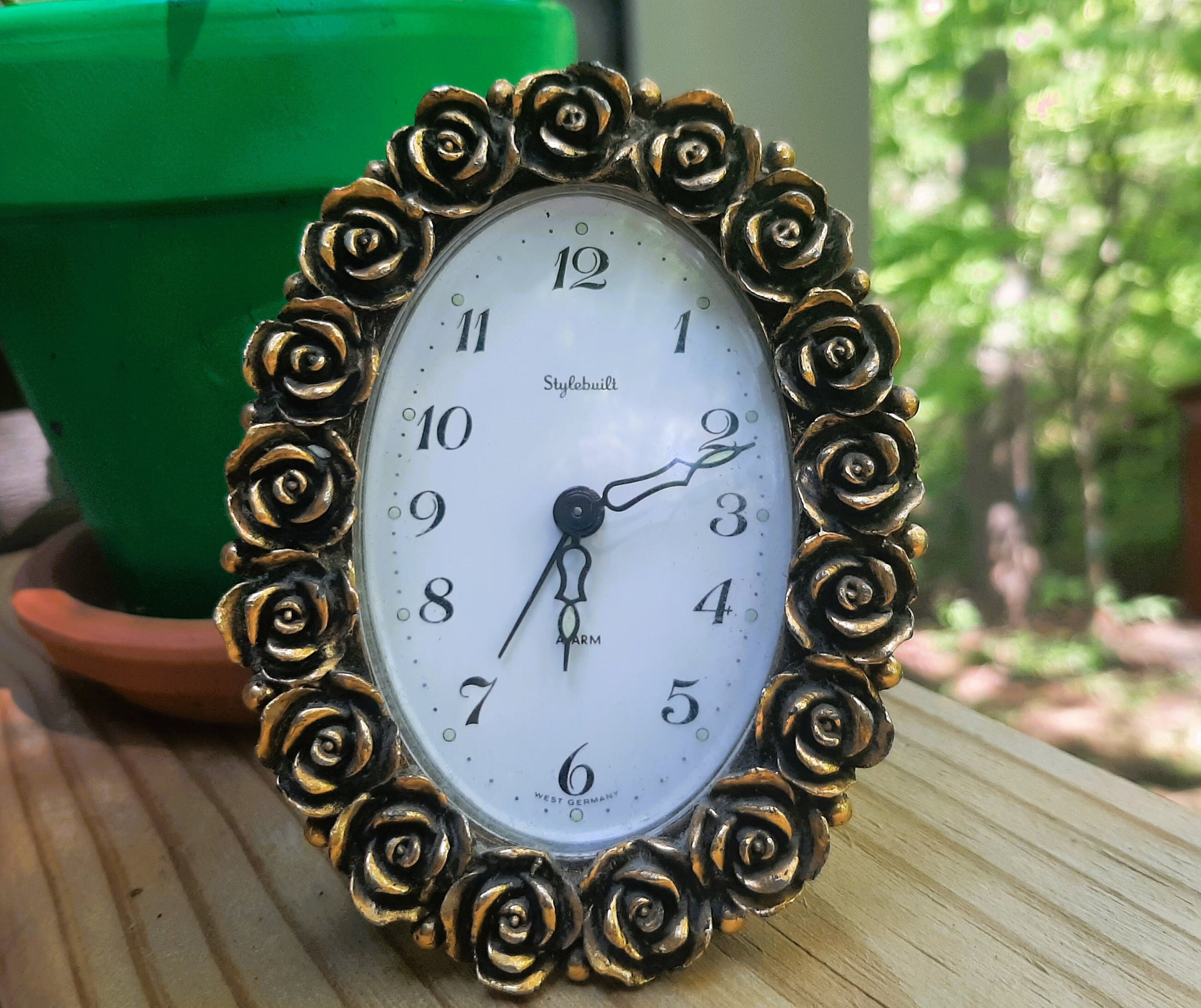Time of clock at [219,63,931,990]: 7:11
